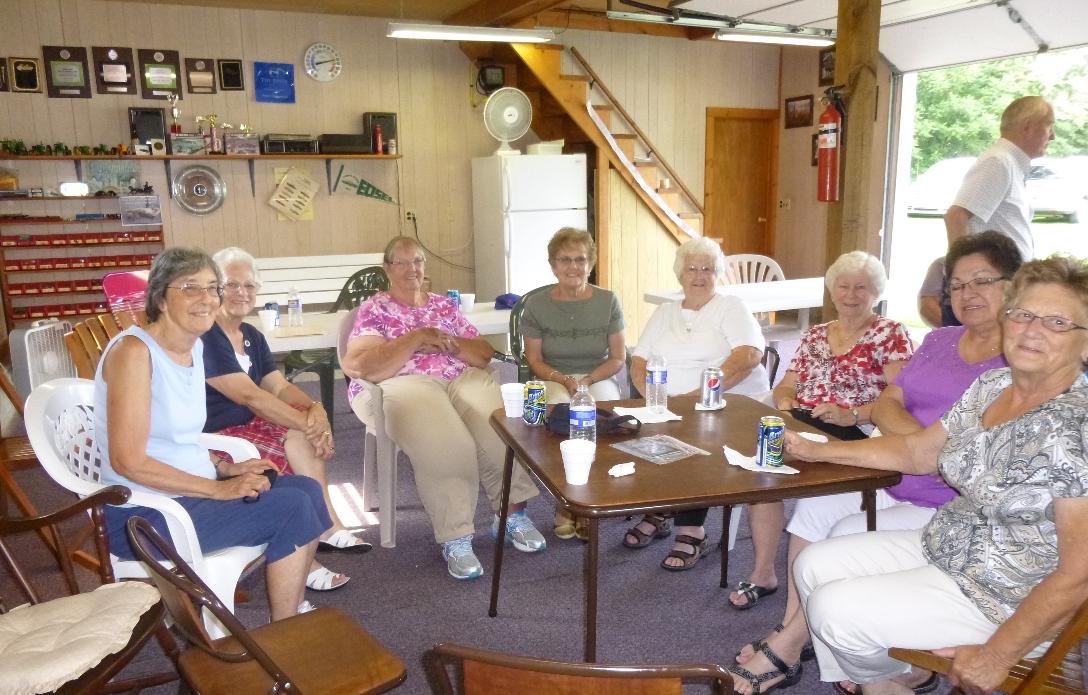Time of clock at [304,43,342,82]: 8:12
